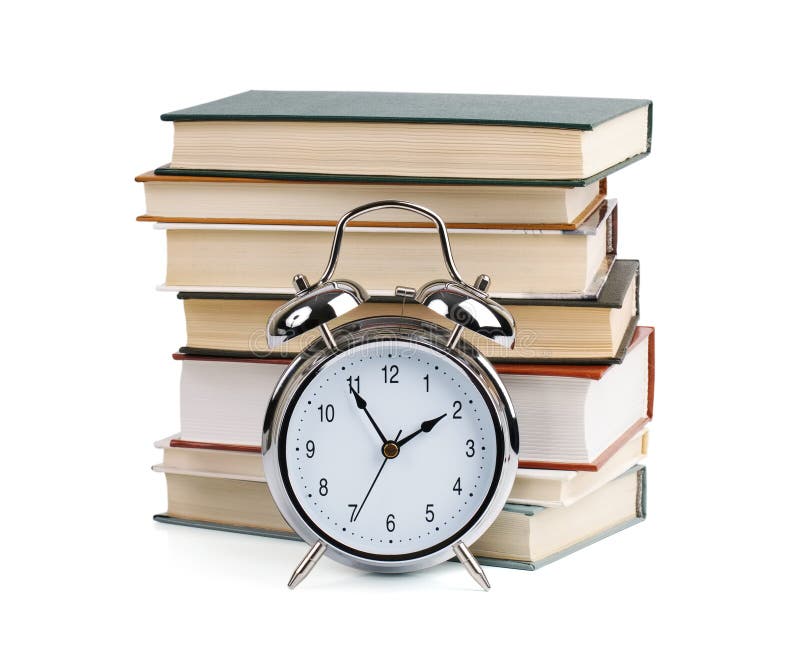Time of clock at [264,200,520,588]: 1:54
